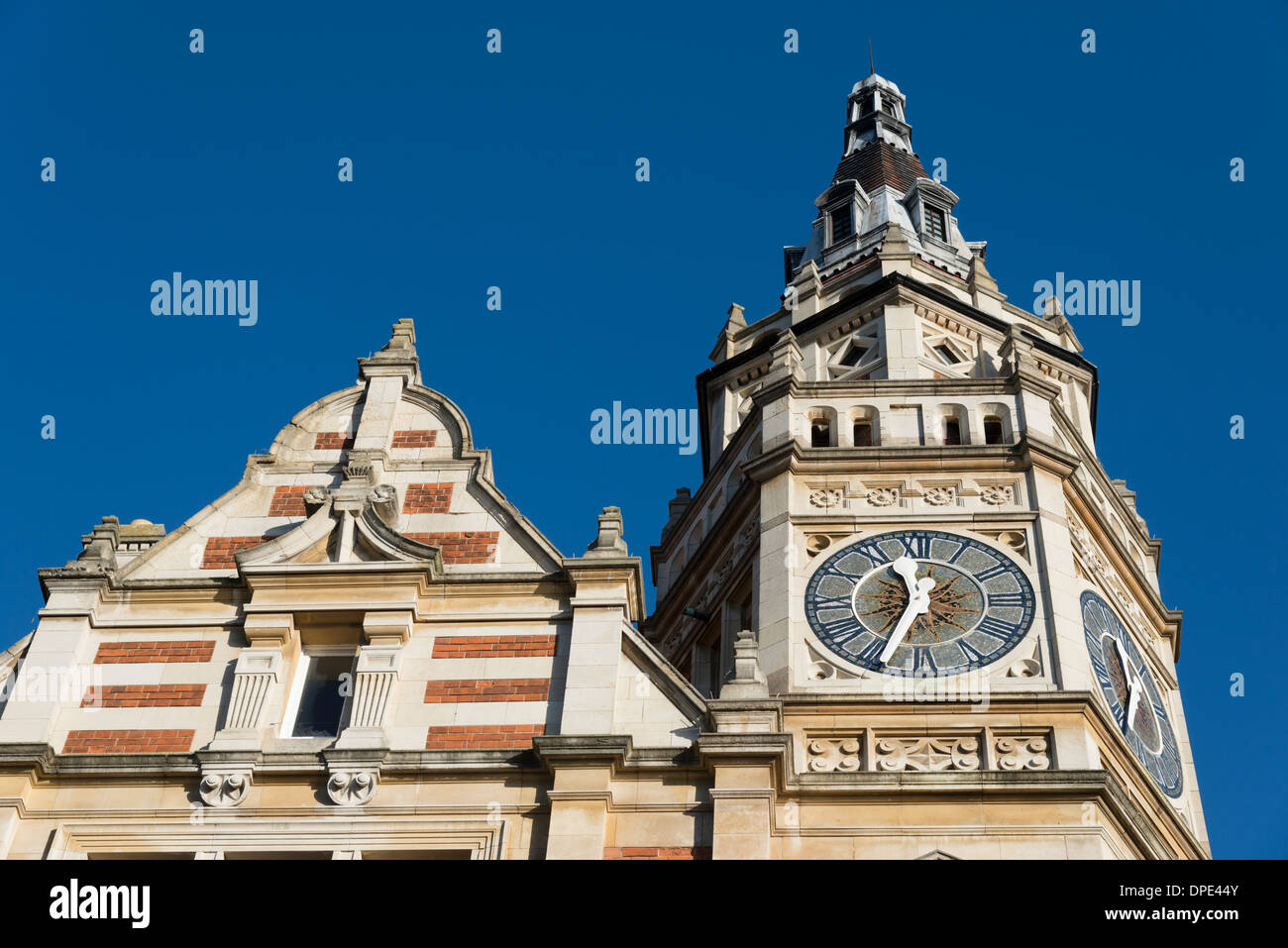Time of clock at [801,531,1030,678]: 11:33
